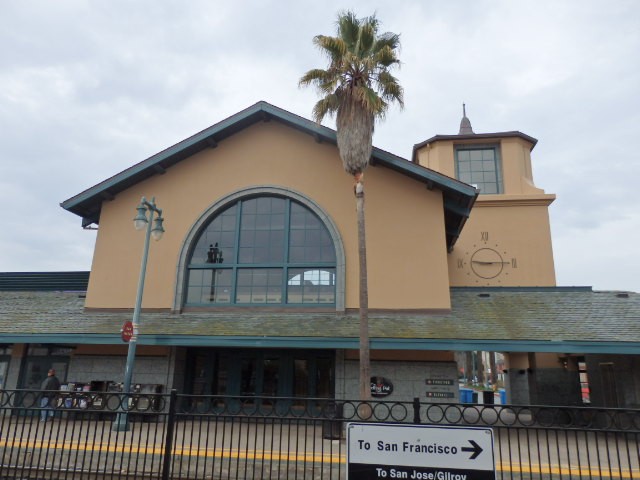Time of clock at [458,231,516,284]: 9:15
